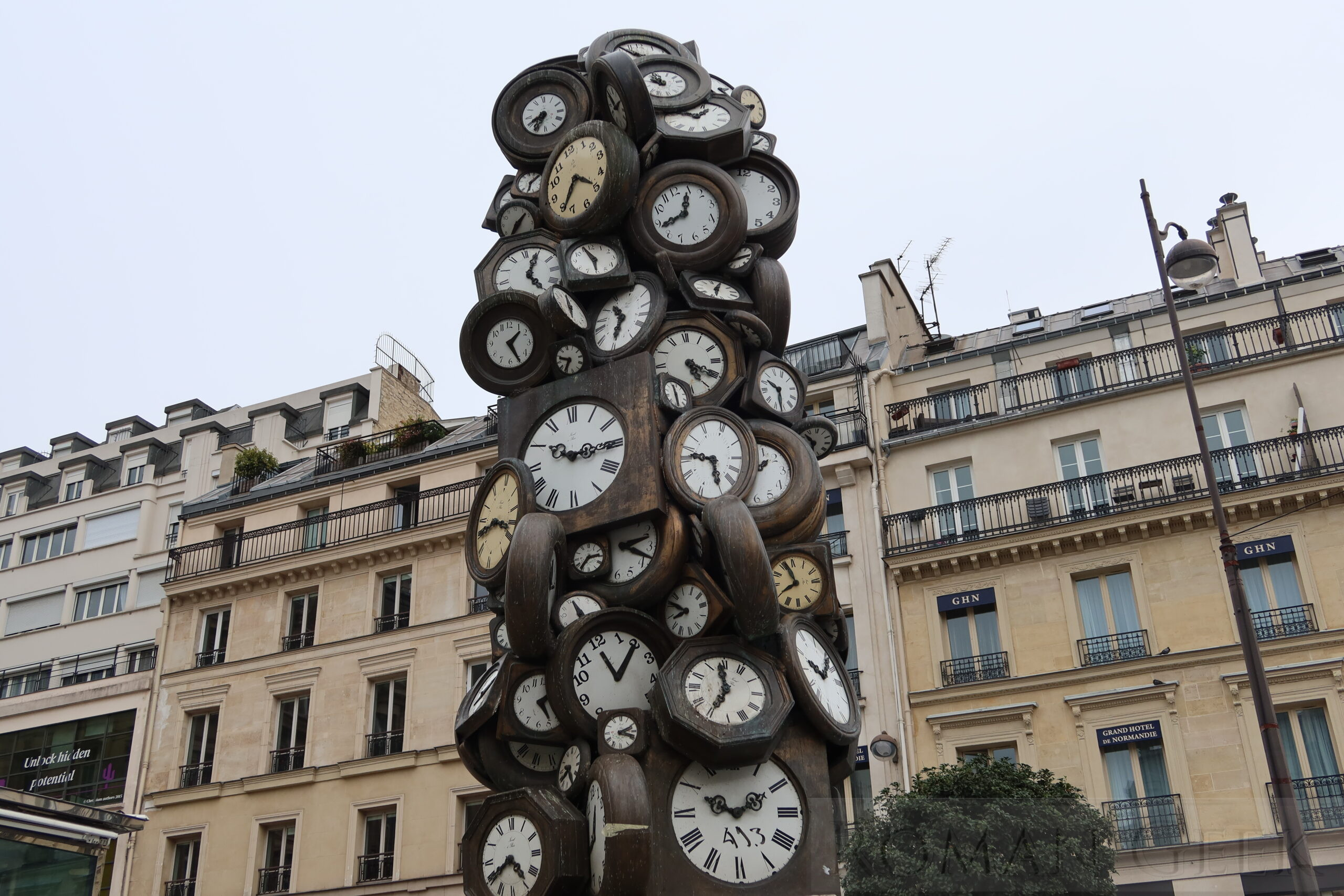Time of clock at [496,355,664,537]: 9:14
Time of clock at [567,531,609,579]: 2:36
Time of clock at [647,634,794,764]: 6:59
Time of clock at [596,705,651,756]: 2:18
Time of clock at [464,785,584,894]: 4:40
